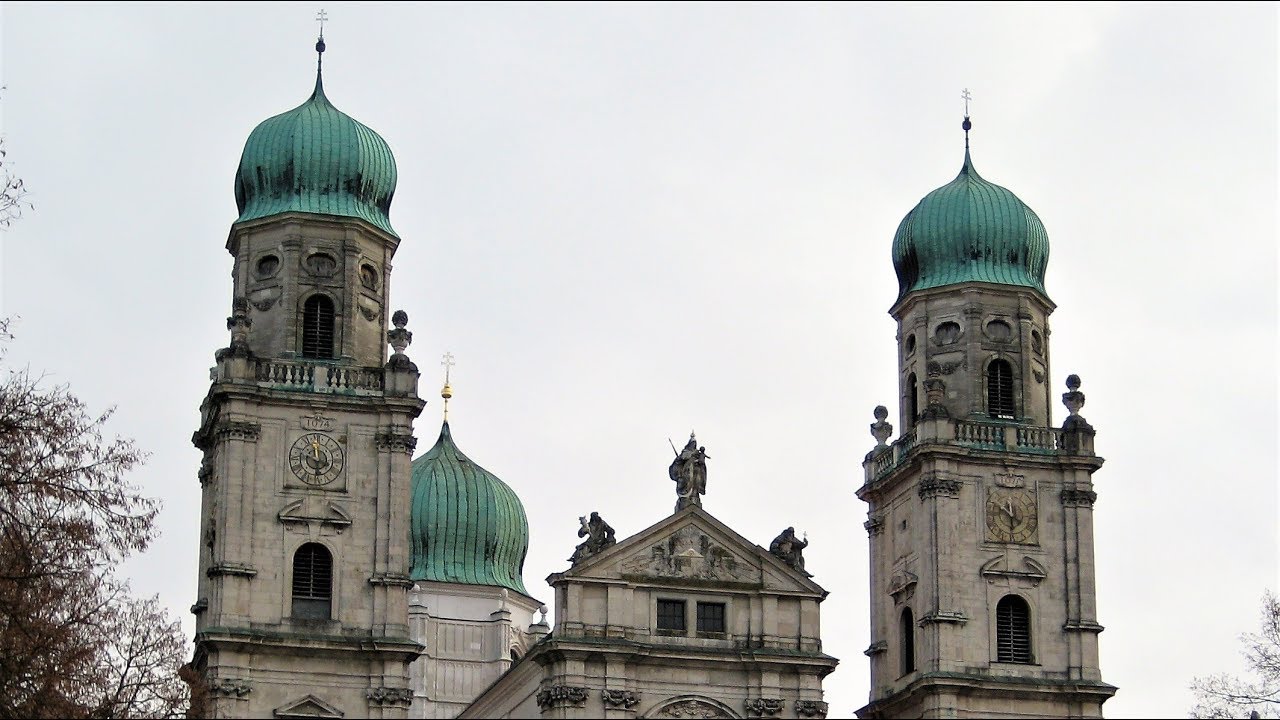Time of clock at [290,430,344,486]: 3:29
